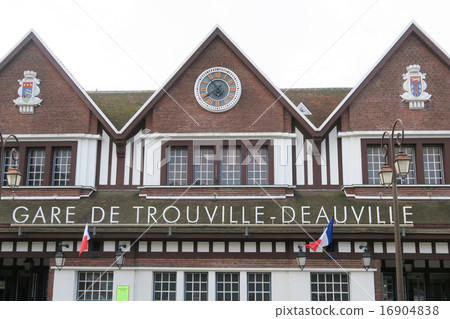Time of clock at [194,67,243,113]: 7:54
